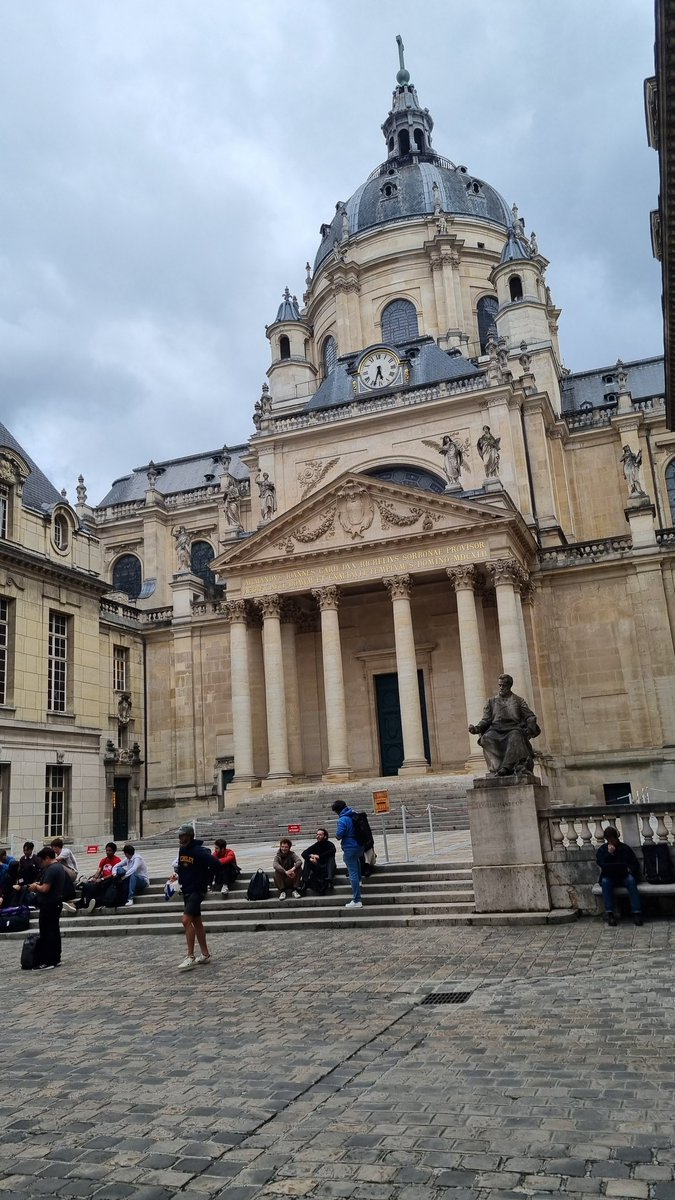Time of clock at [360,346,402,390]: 5:33
